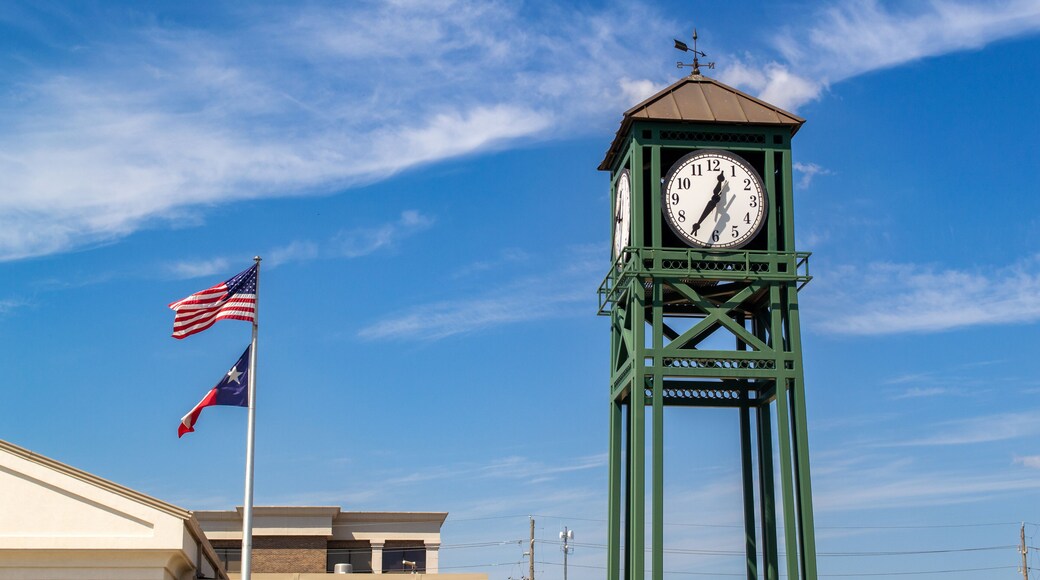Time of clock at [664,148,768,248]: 12:35
